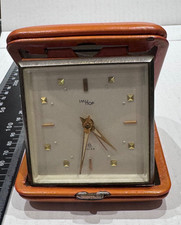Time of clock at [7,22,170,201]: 4:31
